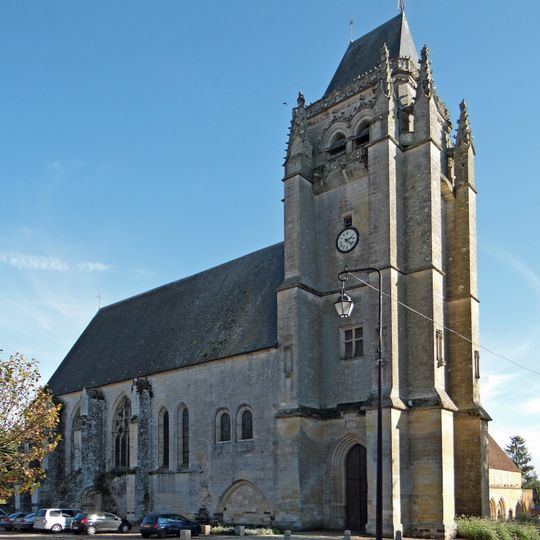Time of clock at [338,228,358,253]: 2:21
